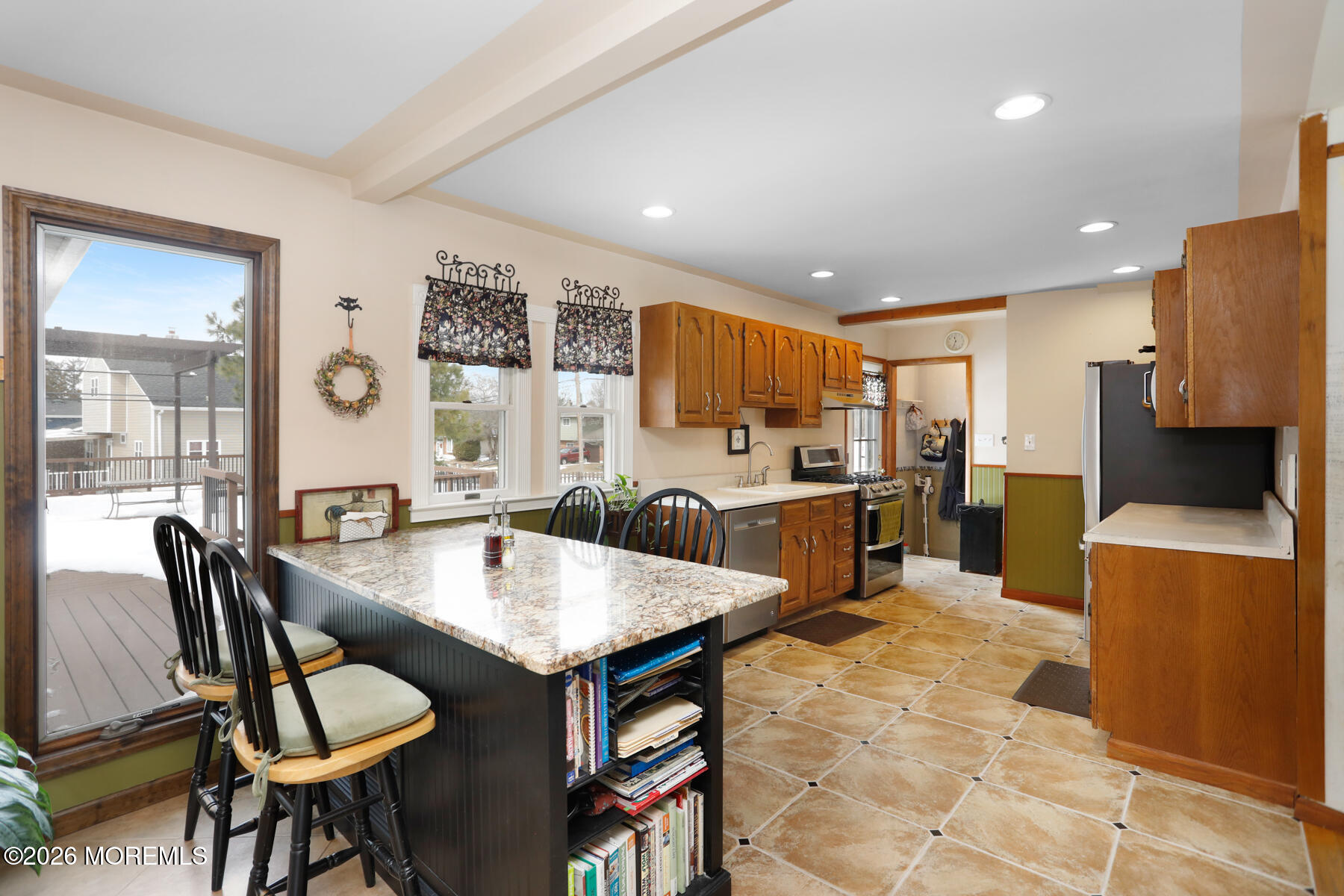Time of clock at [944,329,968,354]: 11:33
